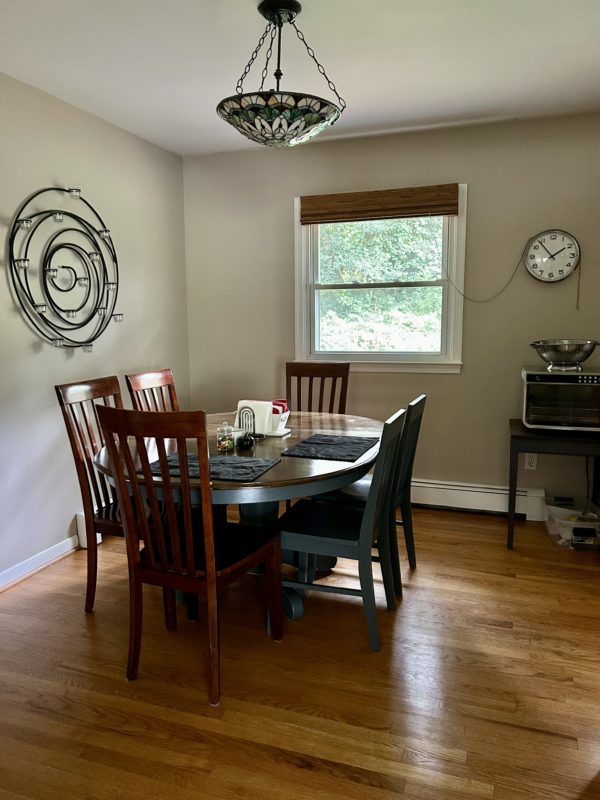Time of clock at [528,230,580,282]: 1:53
